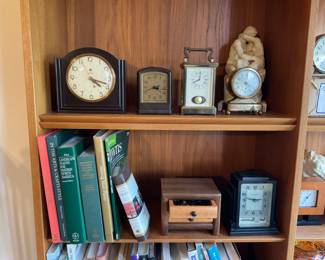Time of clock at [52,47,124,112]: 4:18
